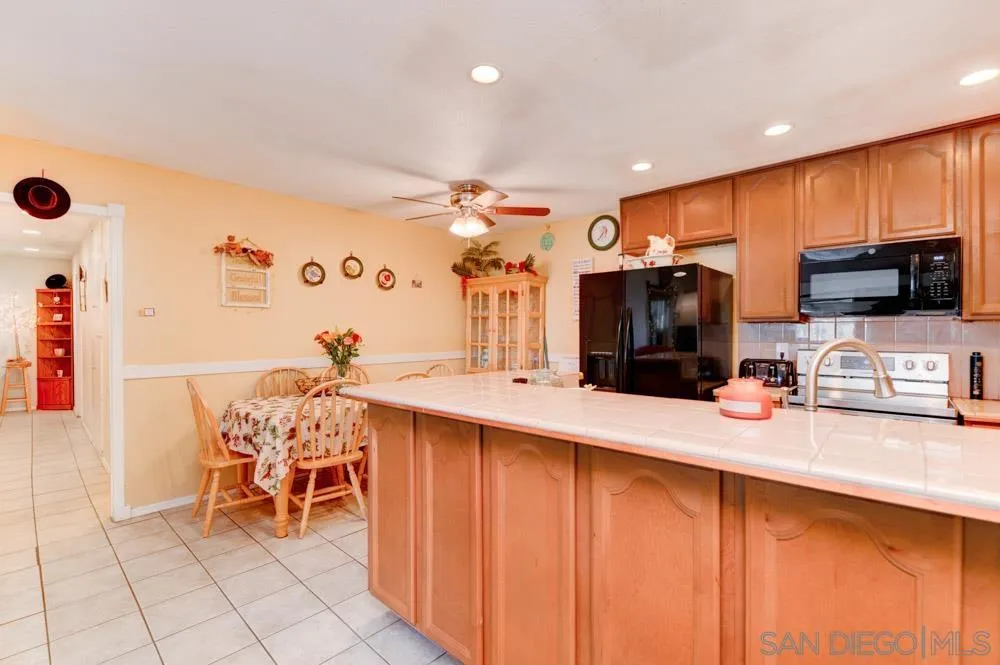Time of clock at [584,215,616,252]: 12:37
